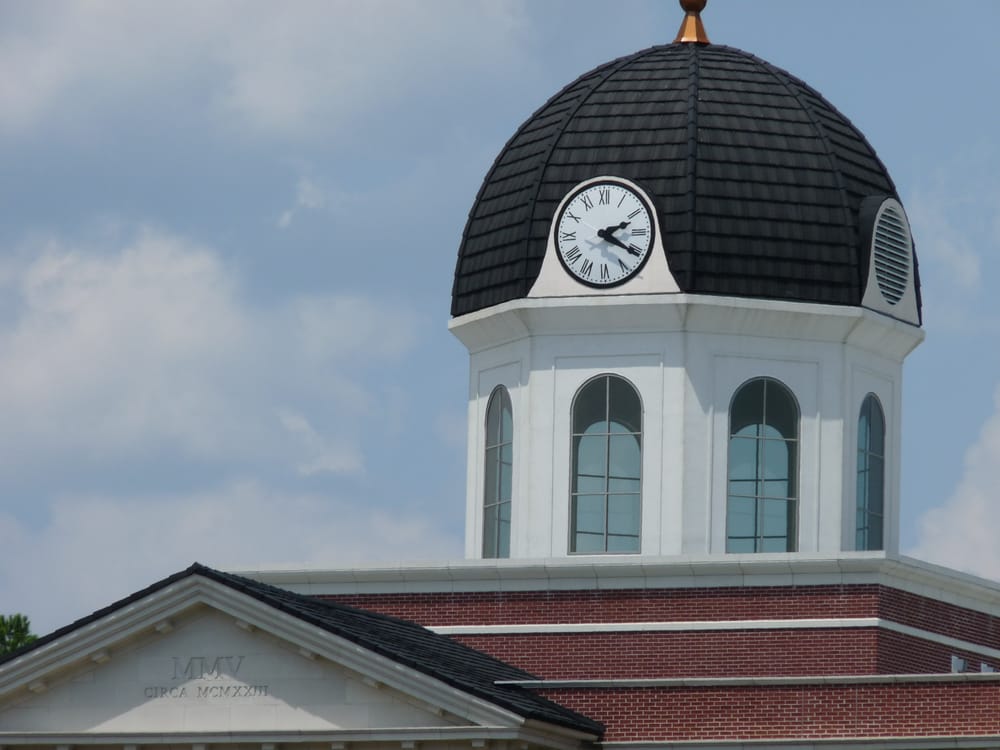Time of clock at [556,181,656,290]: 2:20
